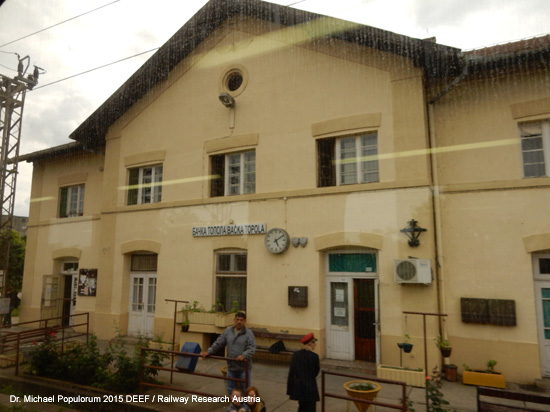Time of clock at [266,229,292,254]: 5:09
